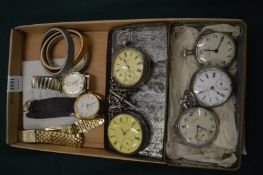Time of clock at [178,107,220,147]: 6:18
